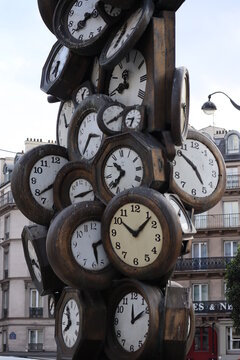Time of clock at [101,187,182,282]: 10:07
